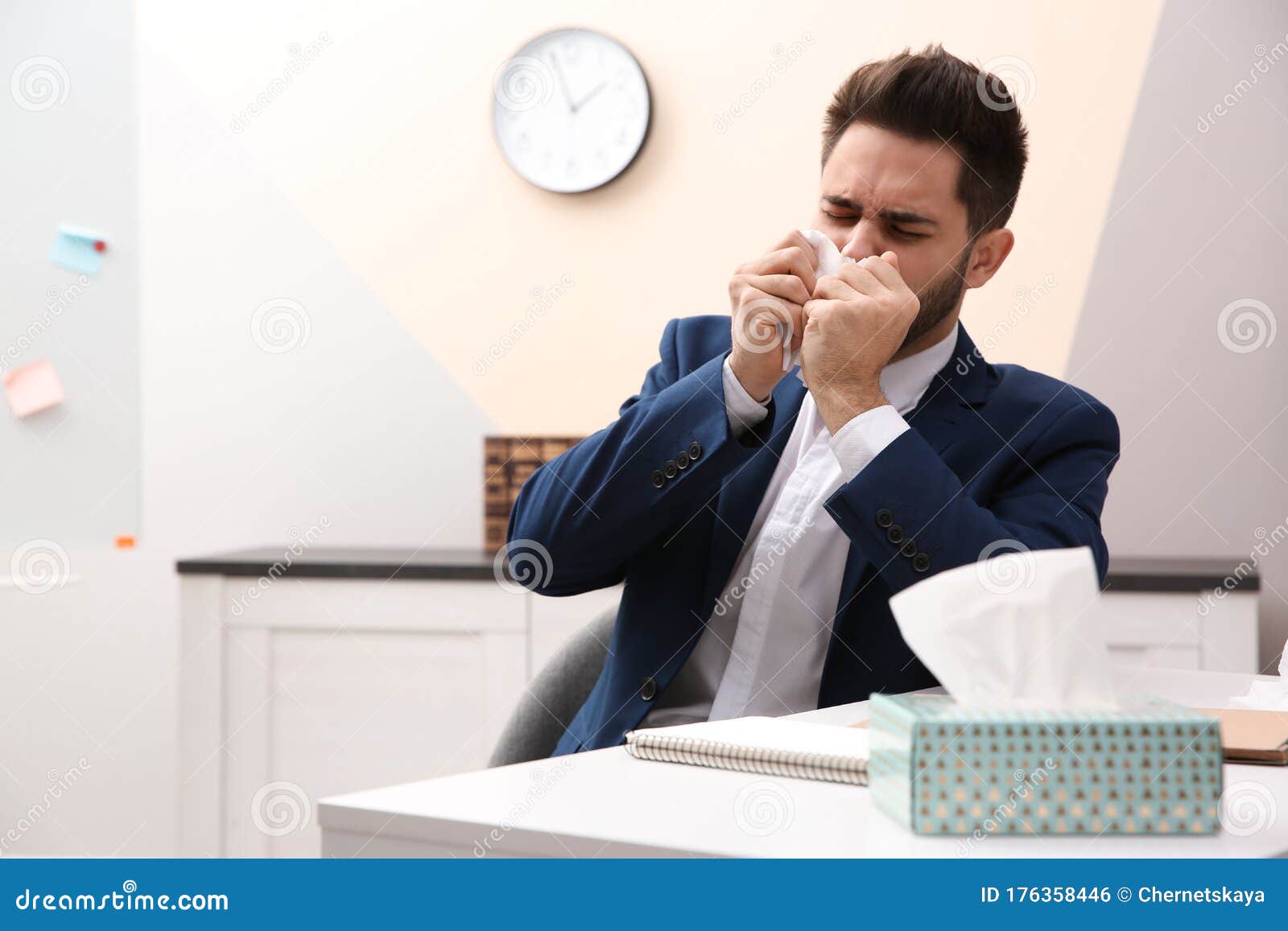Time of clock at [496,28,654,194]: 1:56
